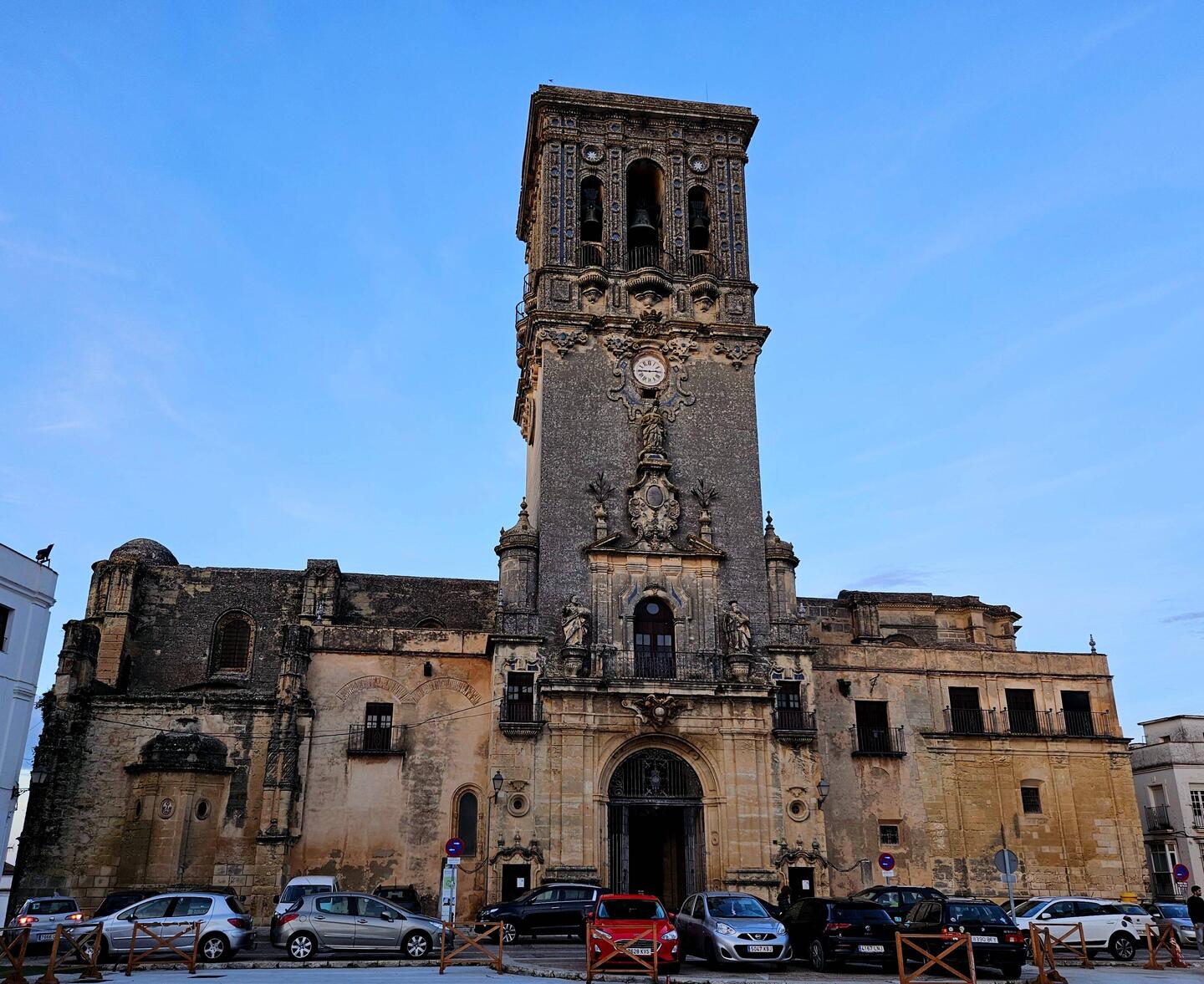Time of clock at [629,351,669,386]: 2:45
